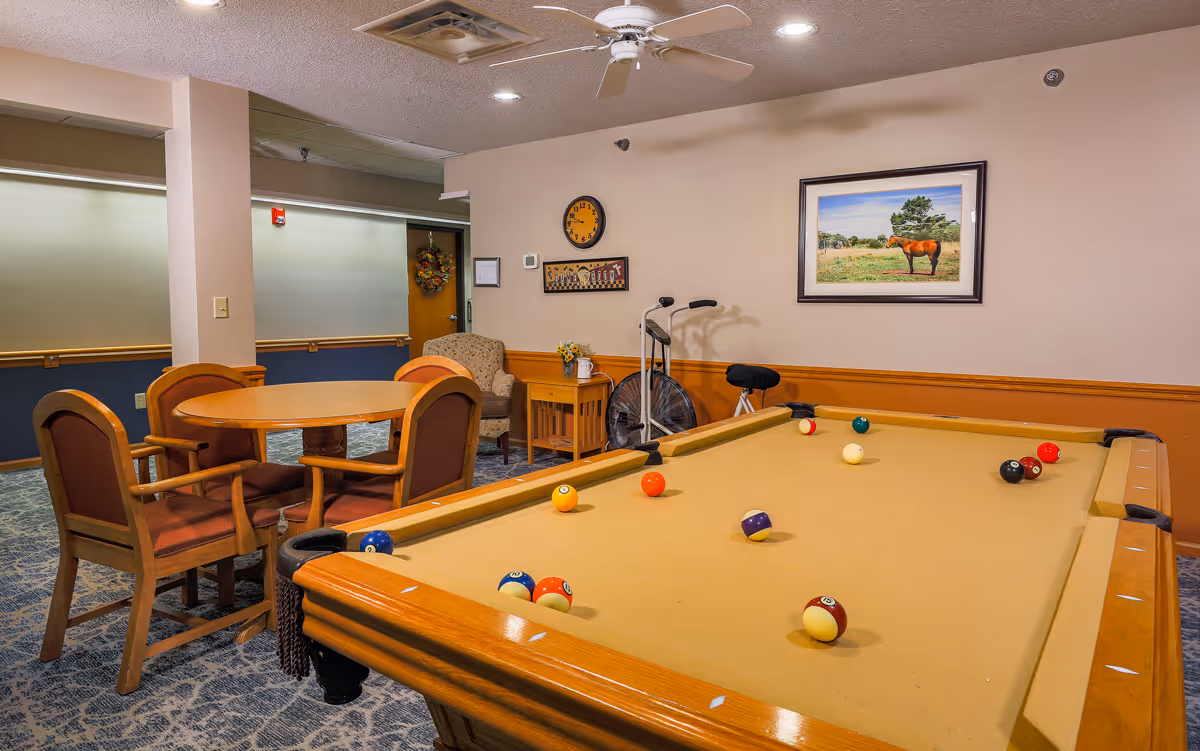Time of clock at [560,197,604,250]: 9:45
